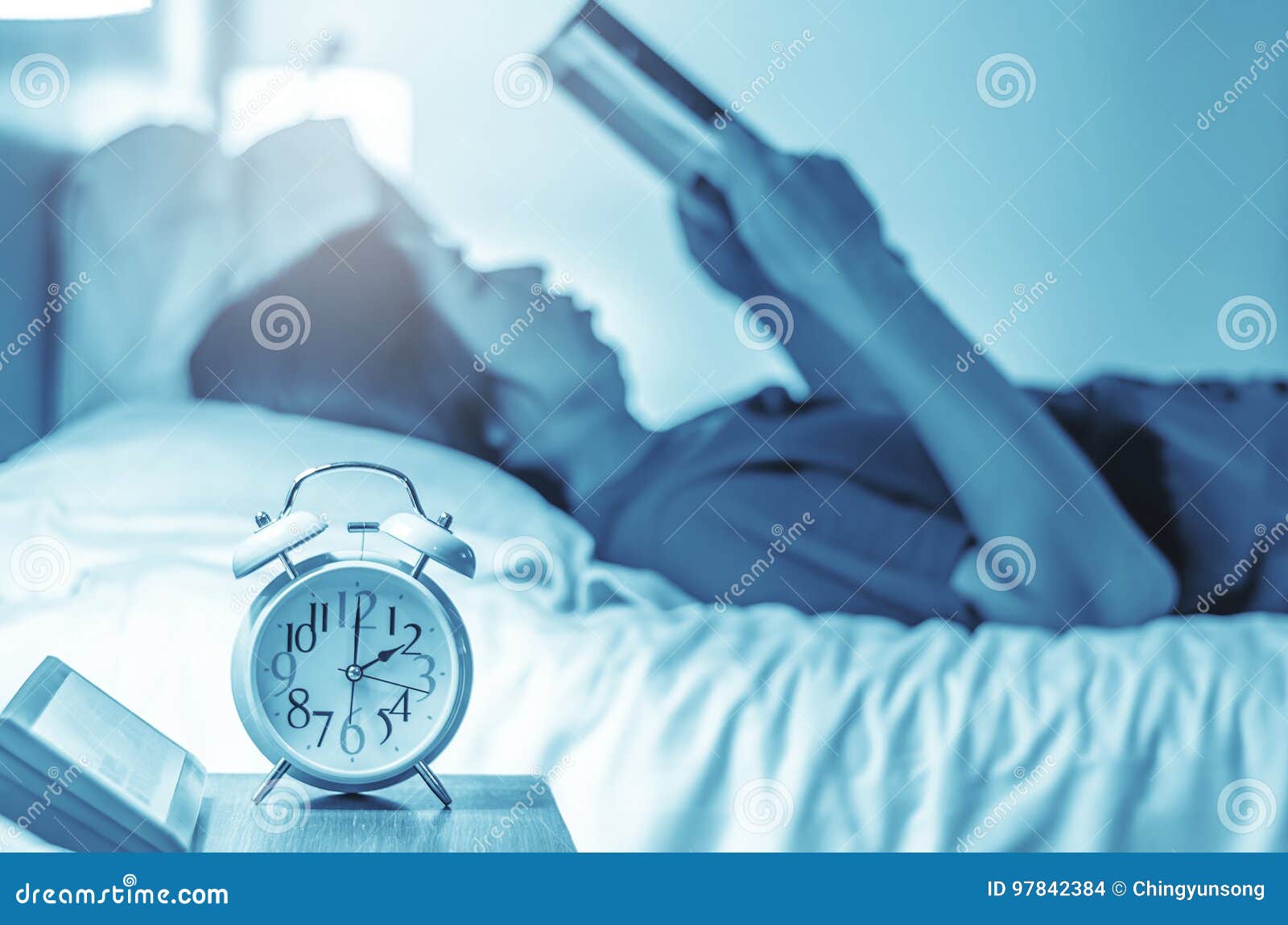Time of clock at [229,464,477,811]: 2:00
